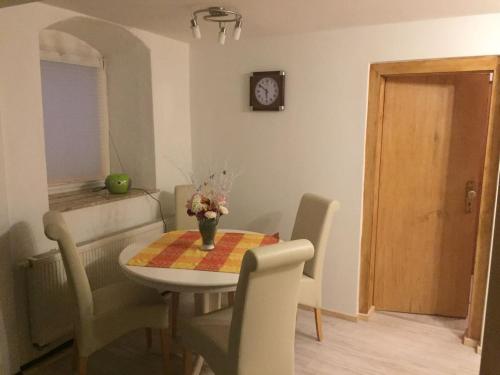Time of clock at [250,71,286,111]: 5:51
